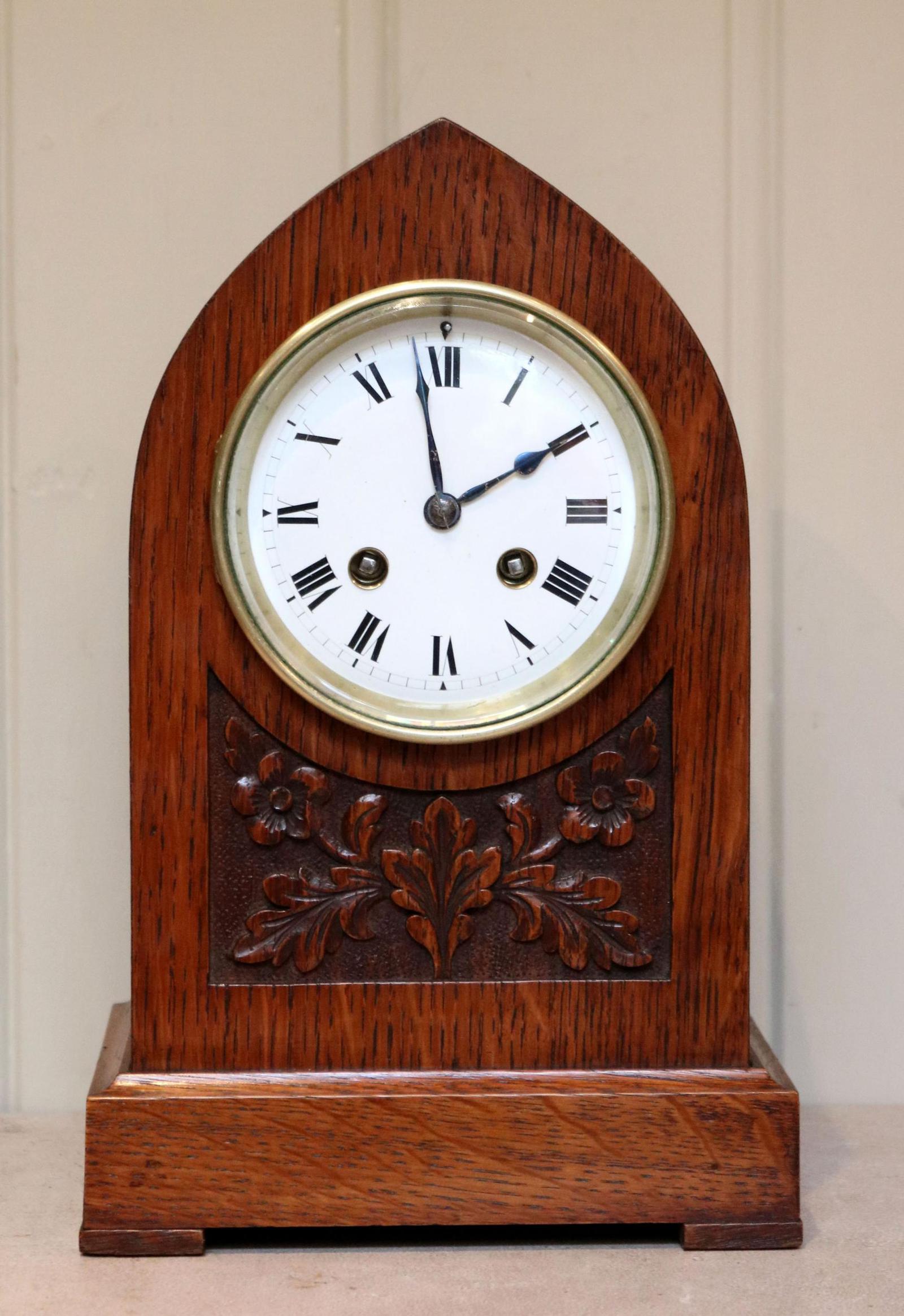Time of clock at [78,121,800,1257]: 1:58
